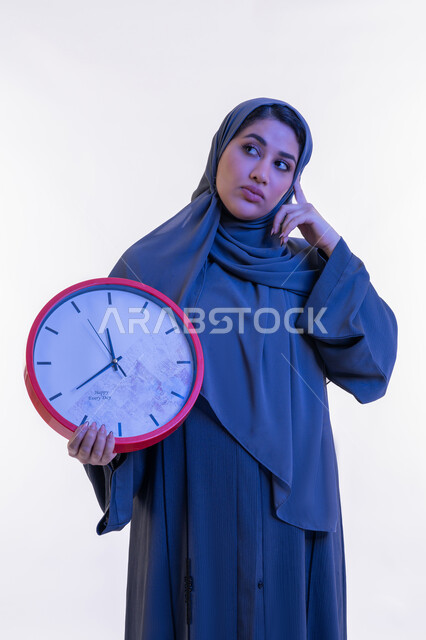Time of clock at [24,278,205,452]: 11:39
